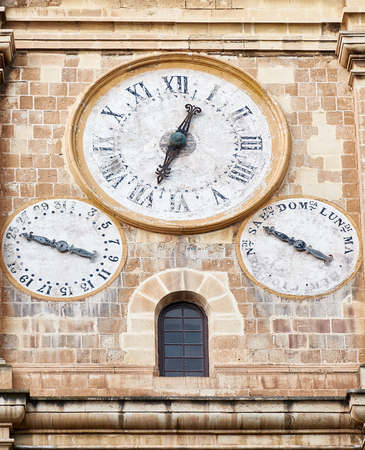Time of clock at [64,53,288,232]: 12:33
